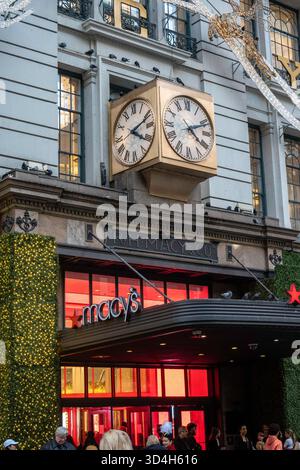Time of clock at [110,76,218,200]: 4:10
